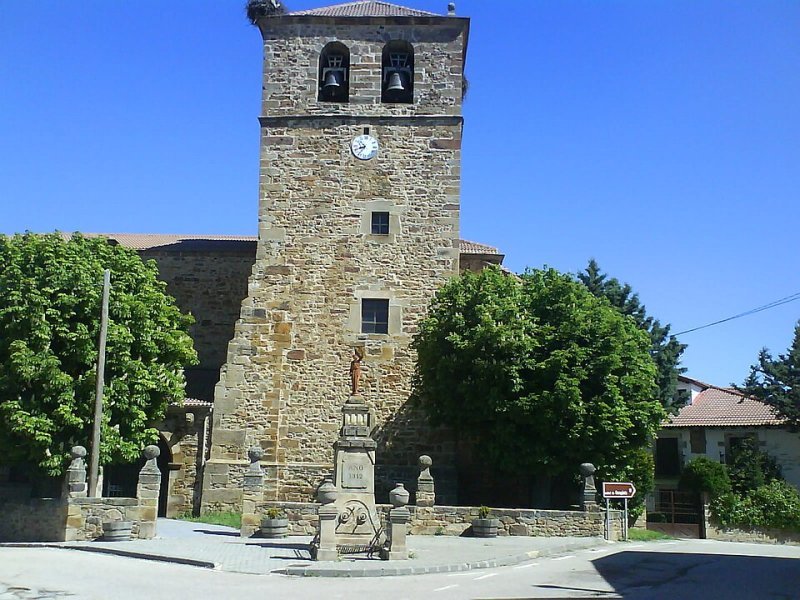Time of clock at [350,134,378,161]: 8:36
